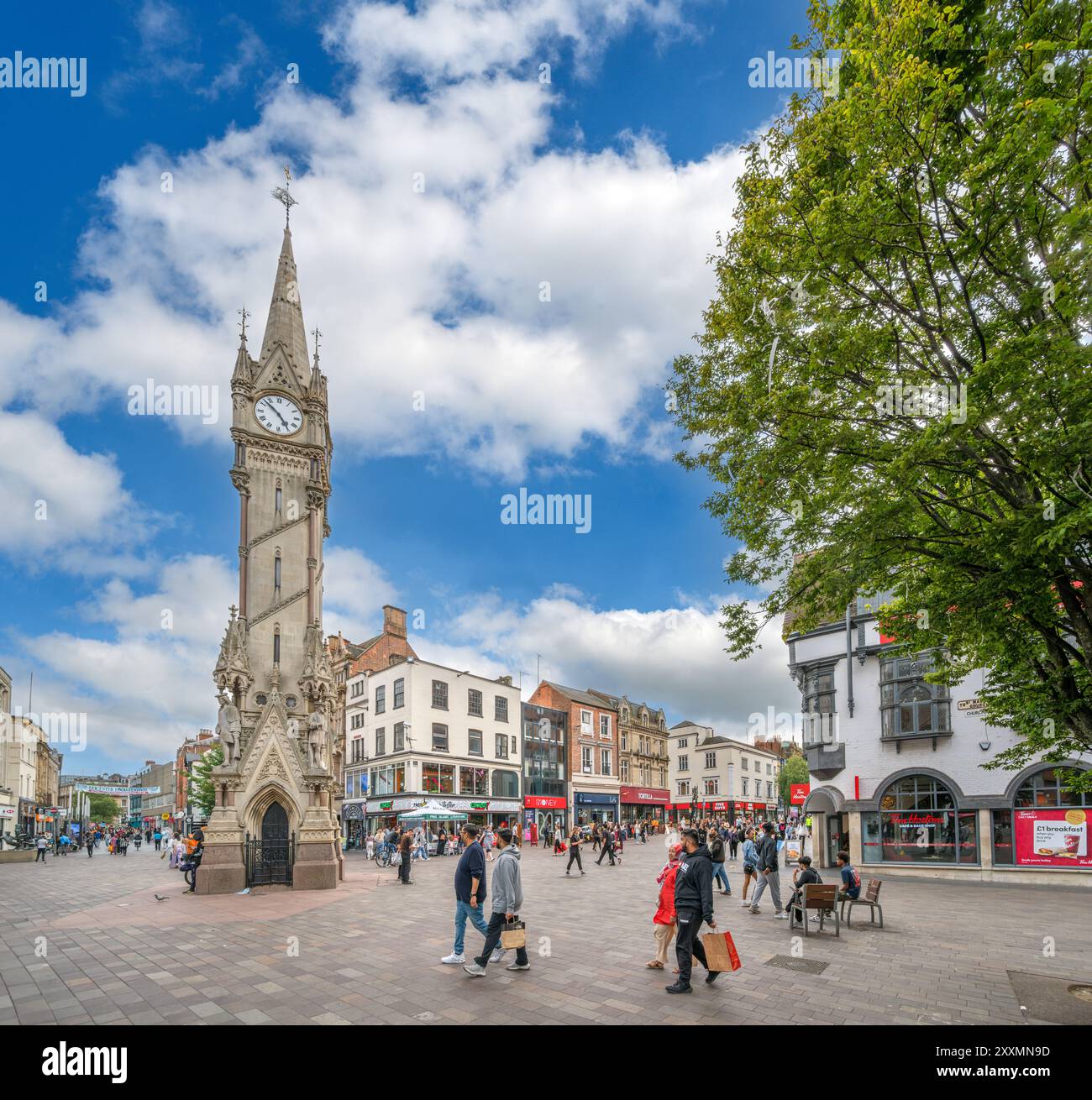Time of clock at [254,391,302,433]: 4:52
